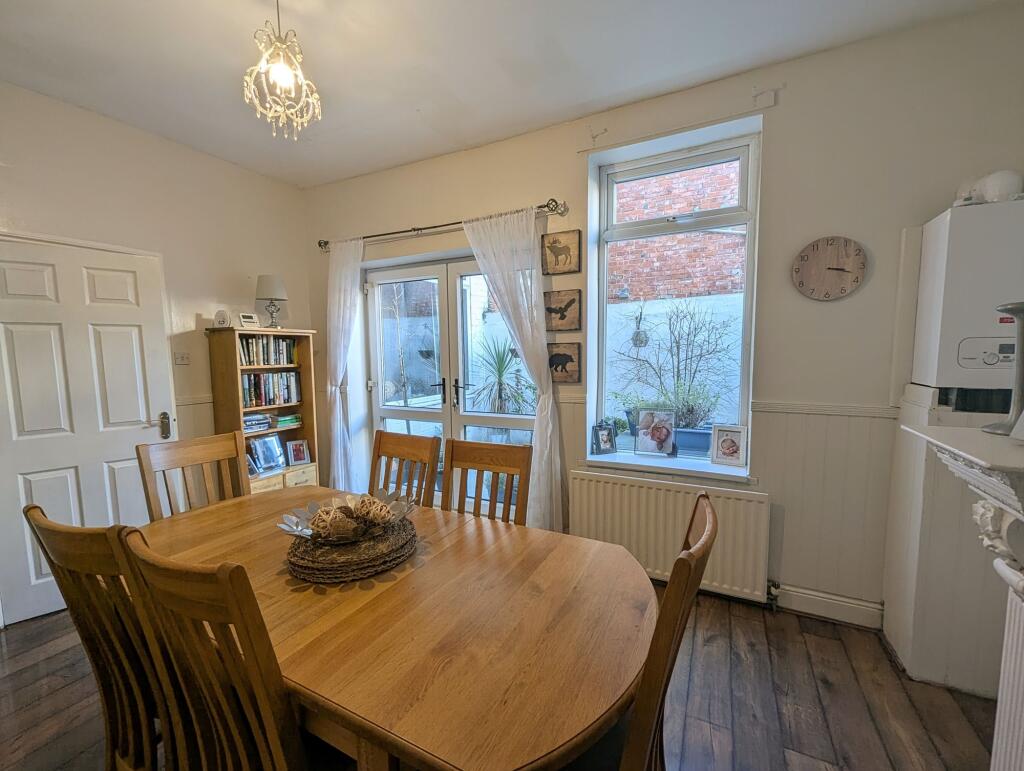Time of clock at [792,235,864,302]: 3:17
